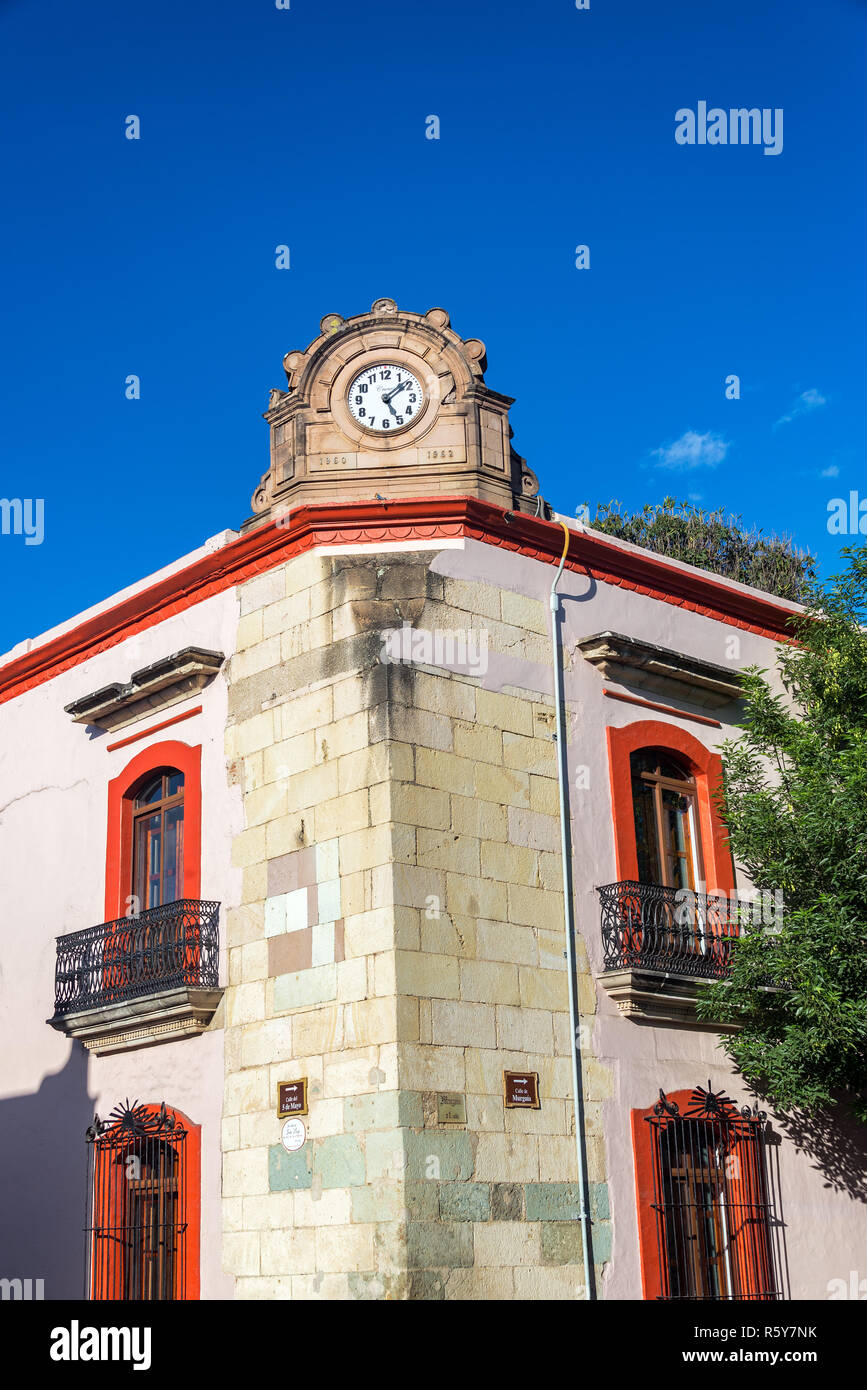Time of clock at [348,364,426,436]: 5:08
